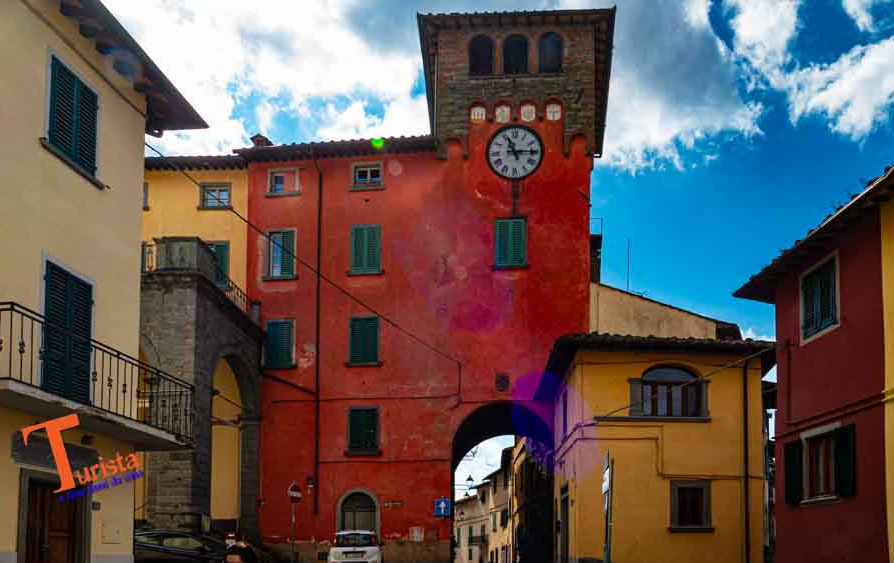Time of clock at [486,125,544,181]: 11:14
